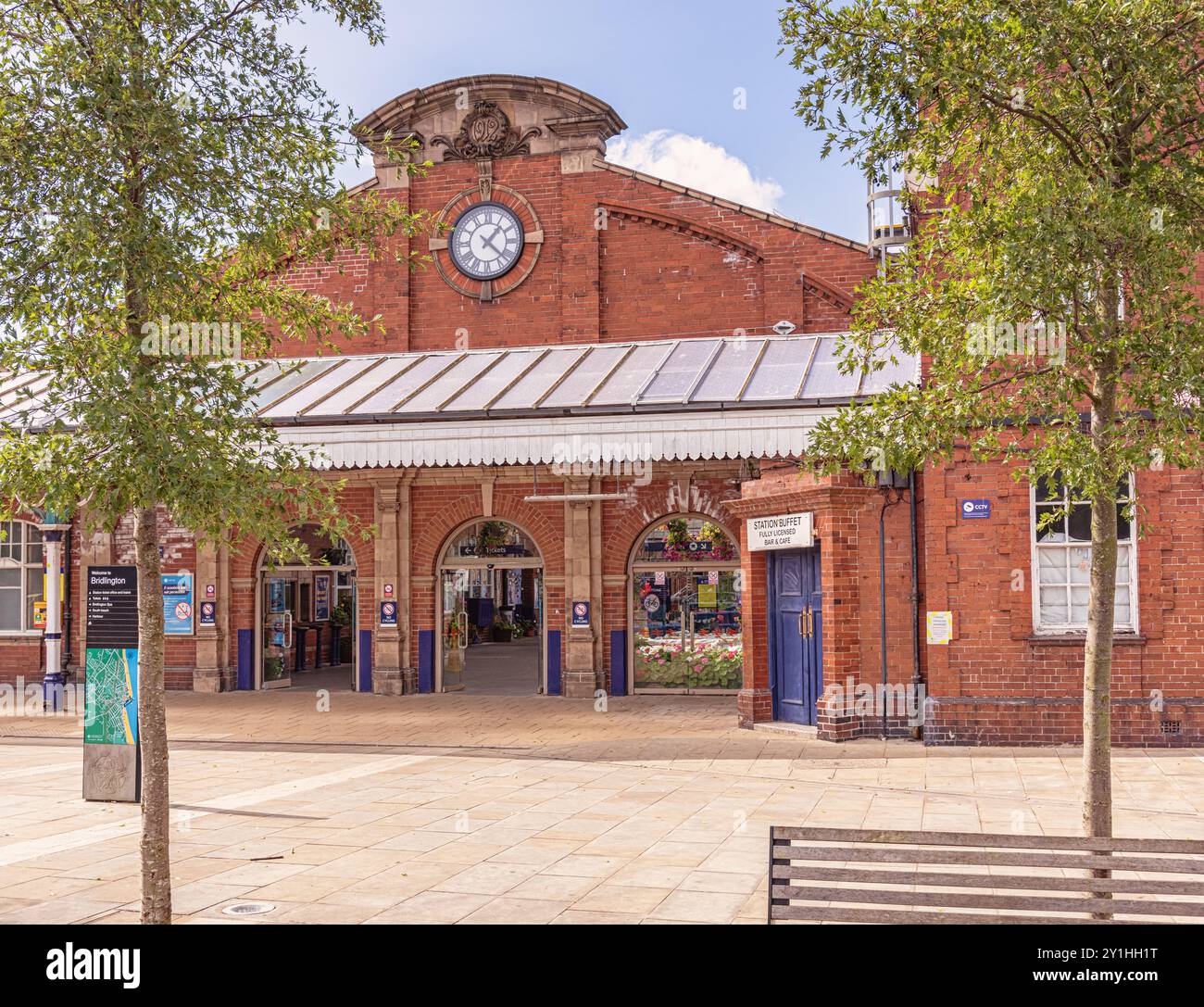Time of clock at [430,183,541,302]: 1:22
